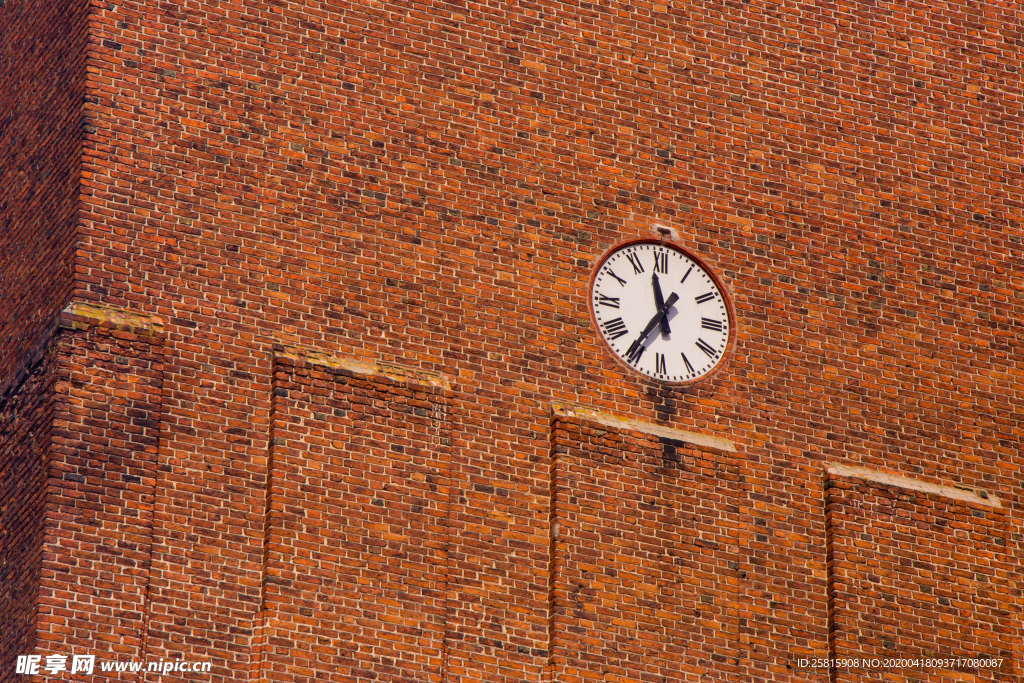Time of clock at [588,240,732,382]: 11:35
